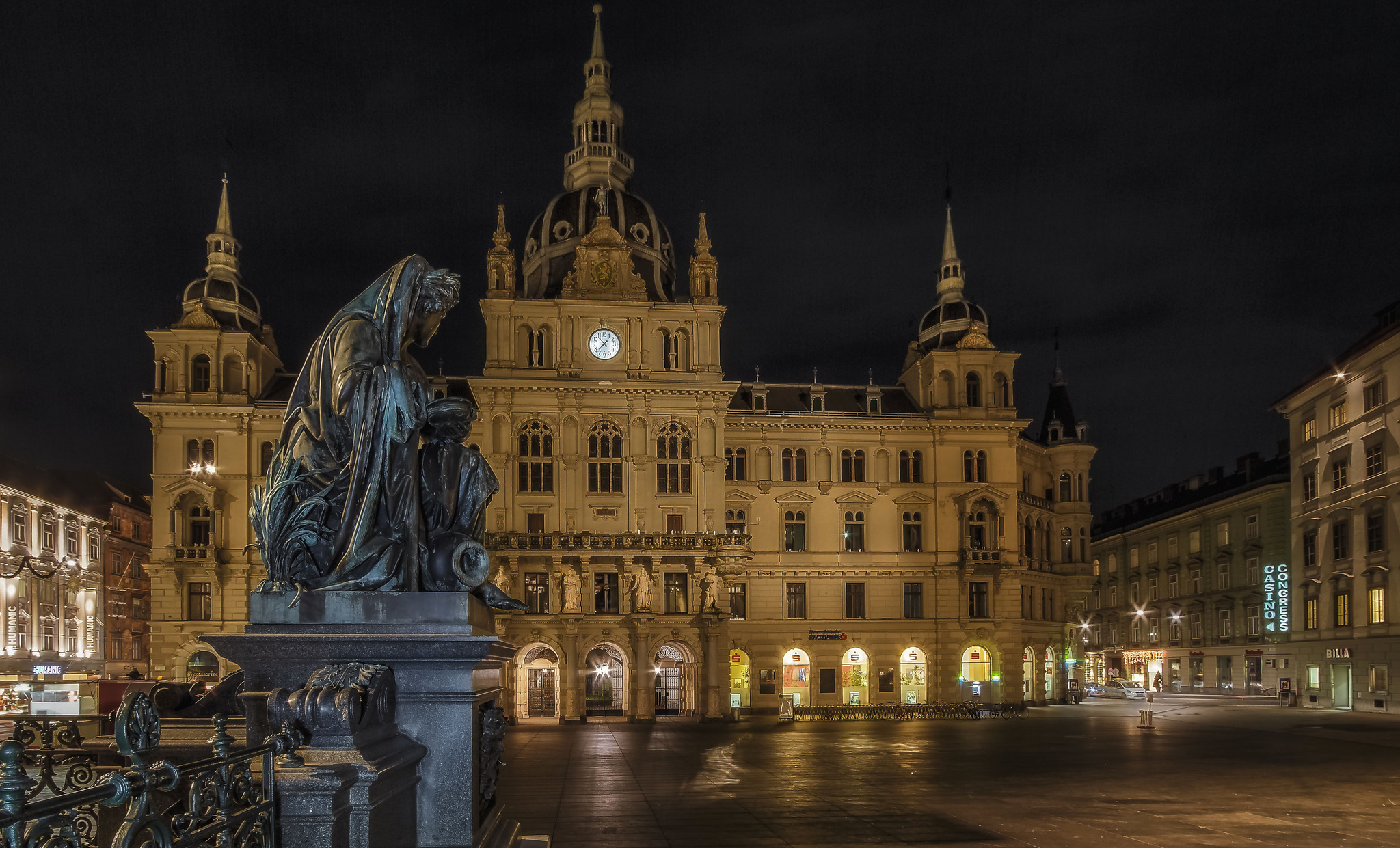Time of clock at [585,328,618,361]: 10:37
